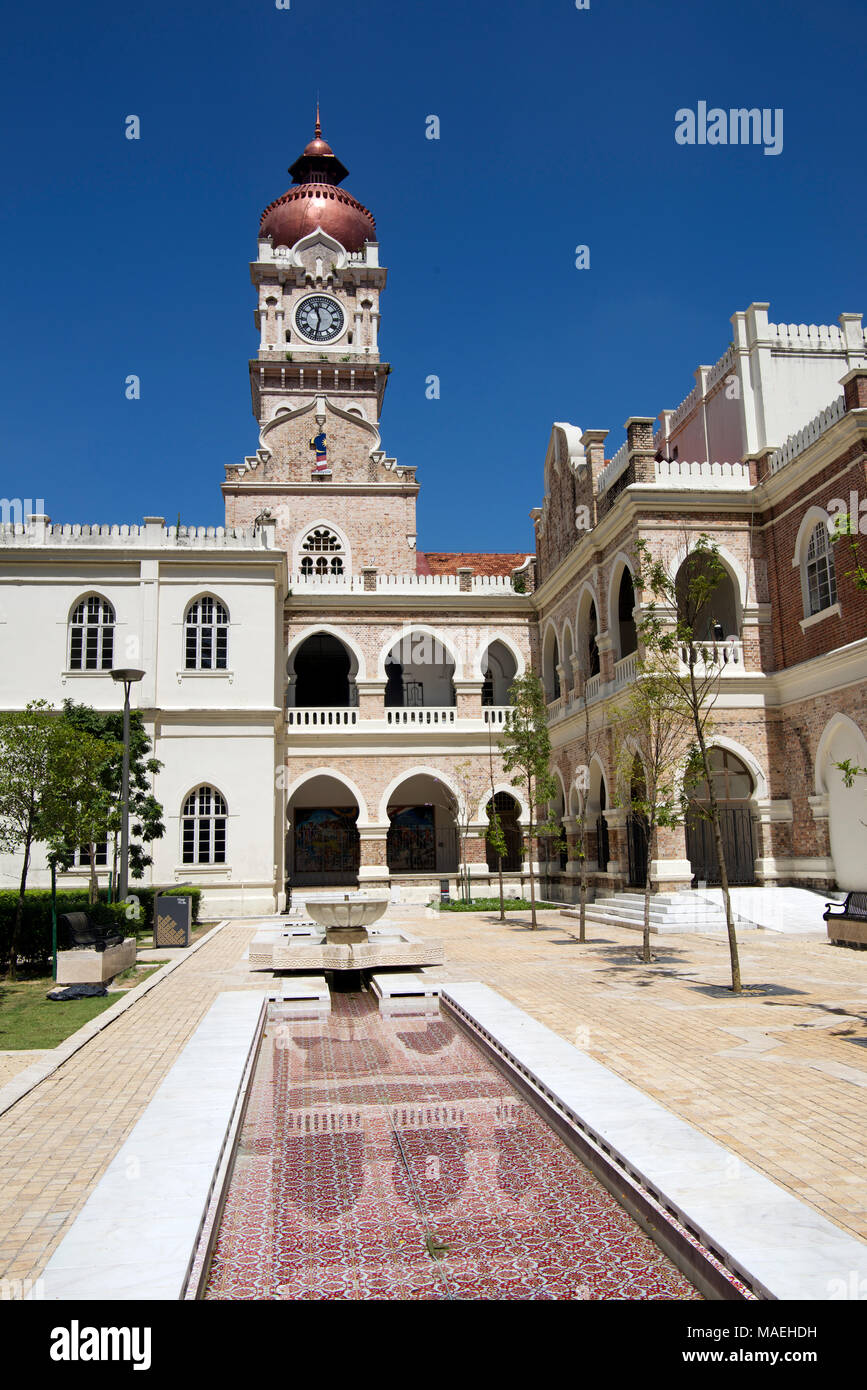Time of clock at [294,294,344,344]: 11:32
